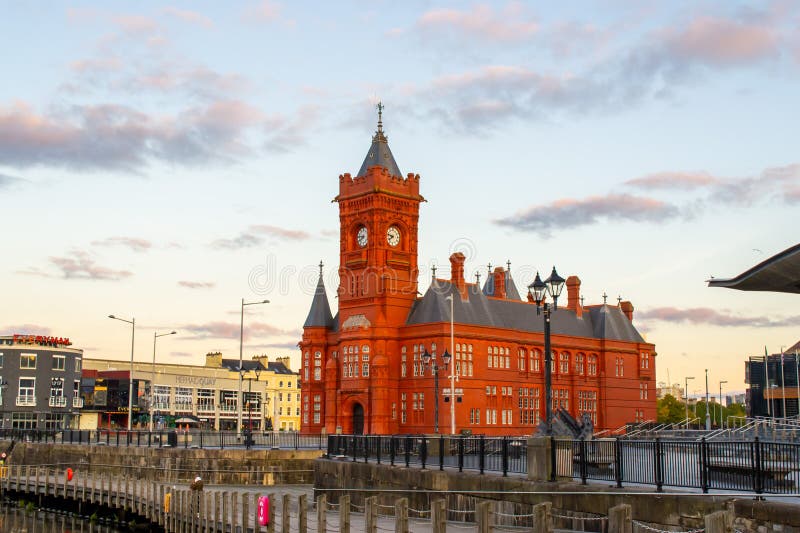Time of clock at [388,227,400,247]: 7:47
